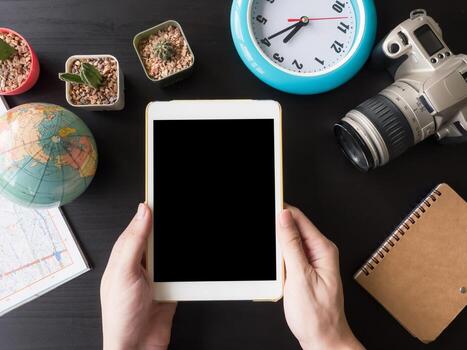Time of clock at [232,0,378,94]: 7:40
